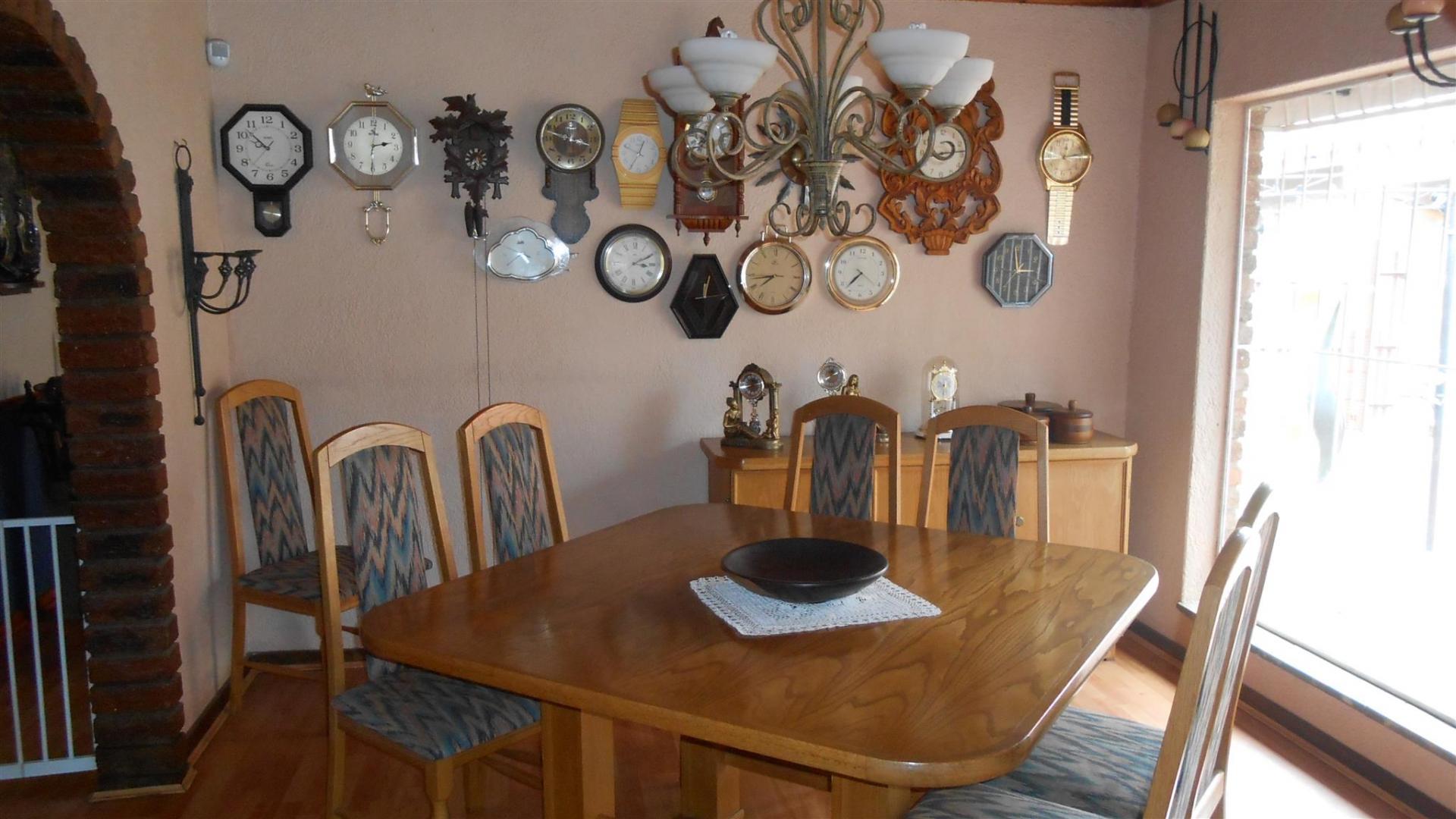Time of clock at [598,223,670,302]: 3:10
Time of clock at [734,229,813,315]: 7:43
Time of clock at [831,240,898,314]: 7:37
